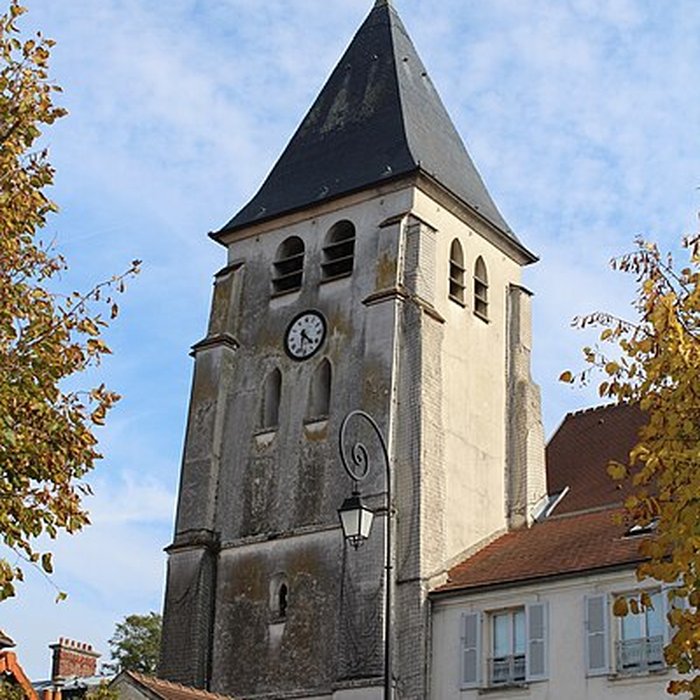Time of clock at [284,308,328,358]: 4:31
